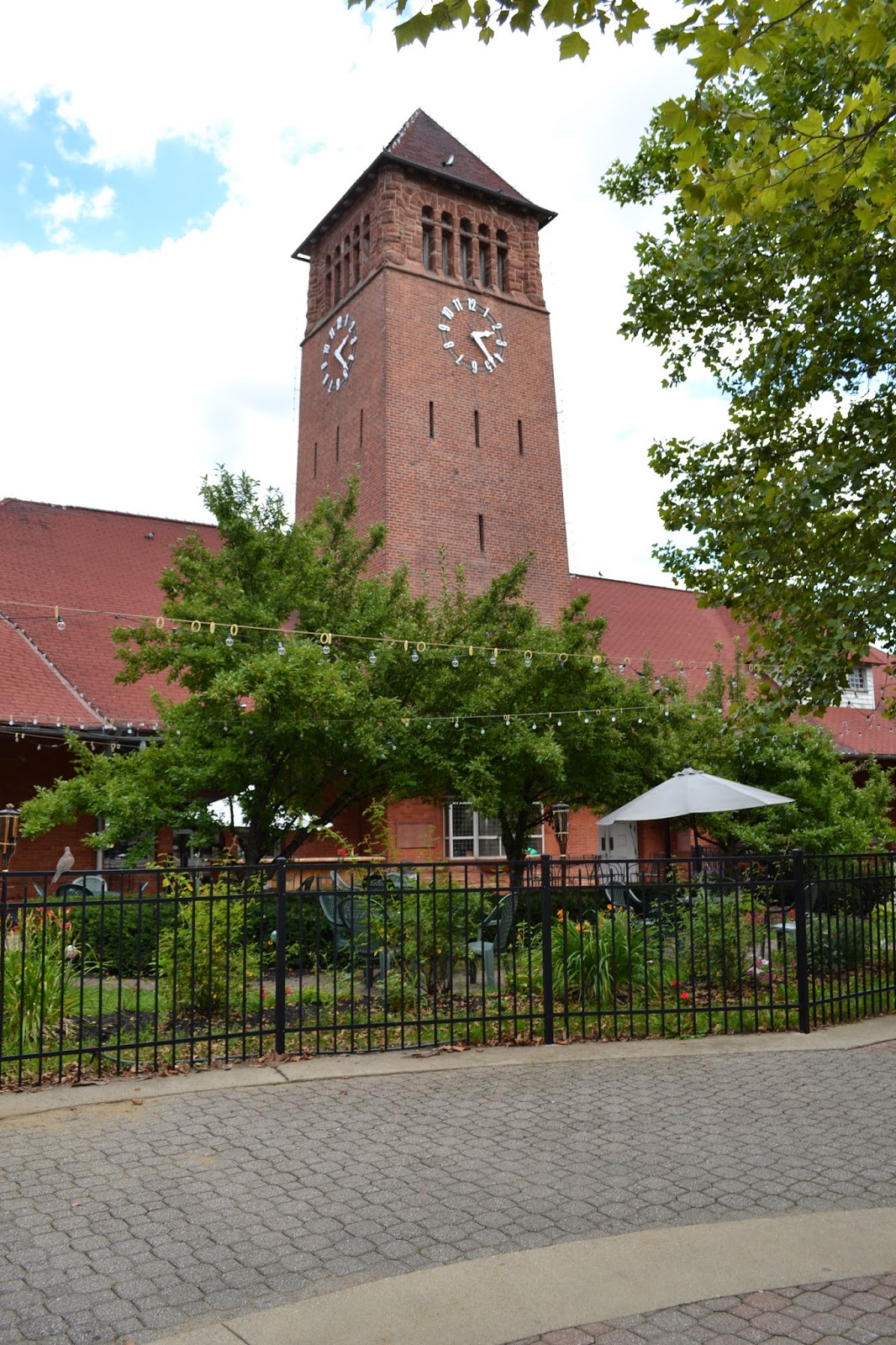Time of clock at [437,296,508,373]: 2:23
